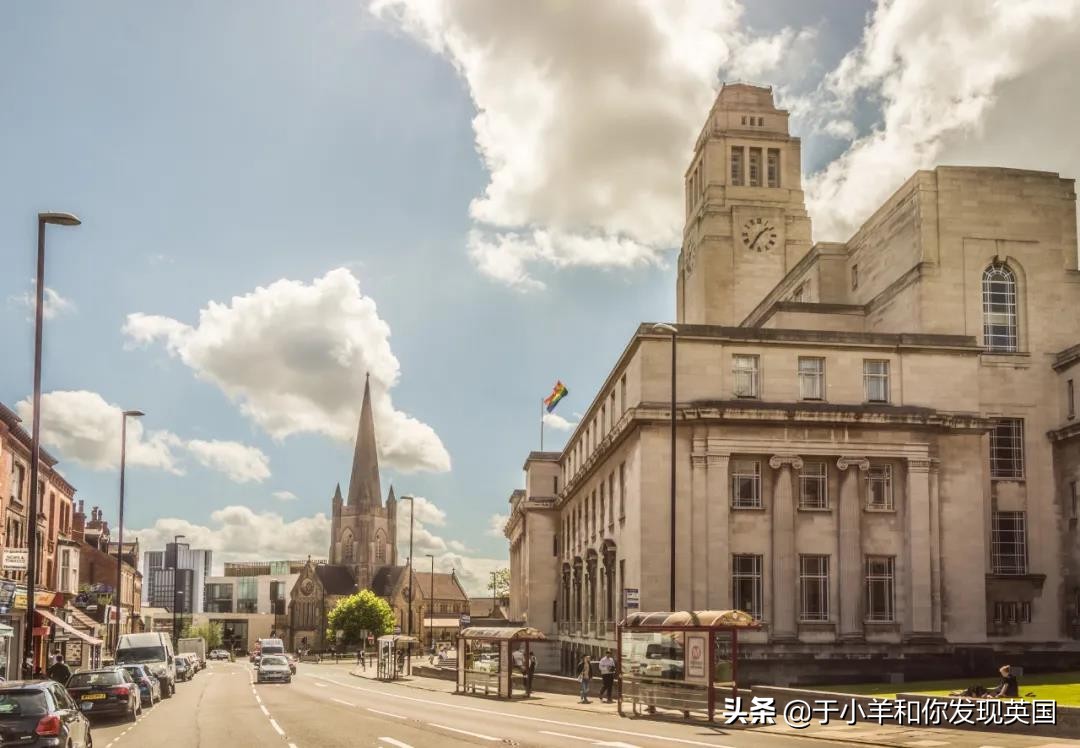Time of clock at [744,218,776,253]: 1:35
